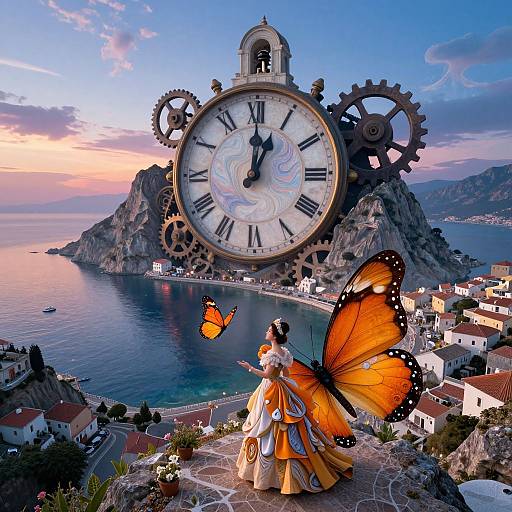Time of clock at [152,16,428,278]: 1:00
